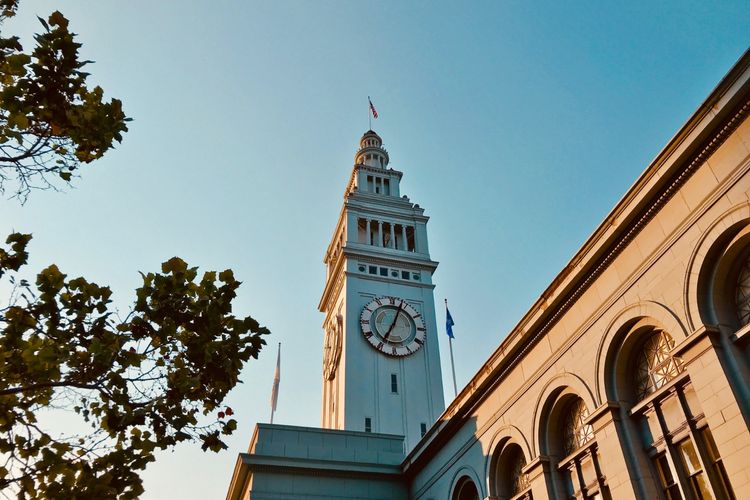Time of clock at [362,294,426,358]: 7:03
